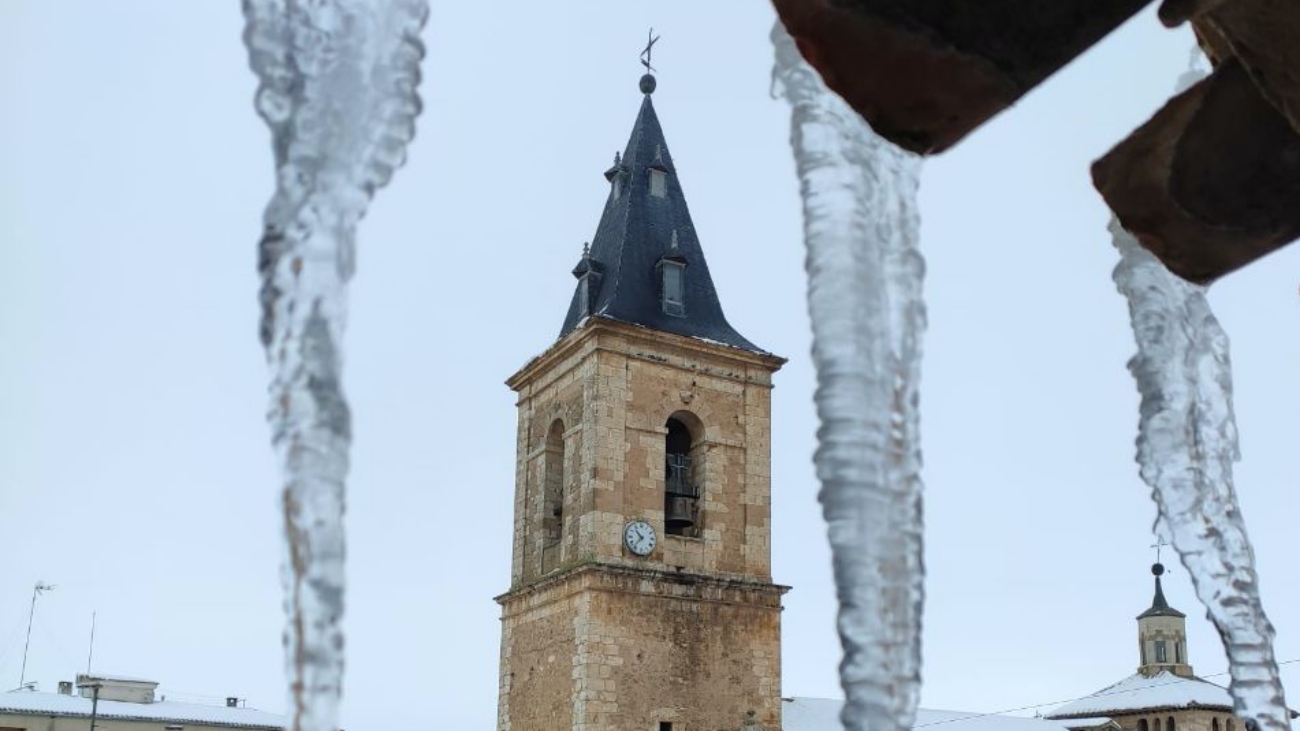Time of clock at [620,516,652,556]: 10:36
